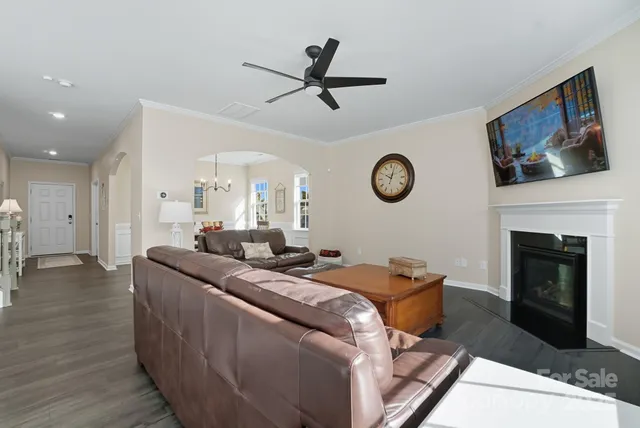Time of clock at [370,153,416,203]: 10:02
